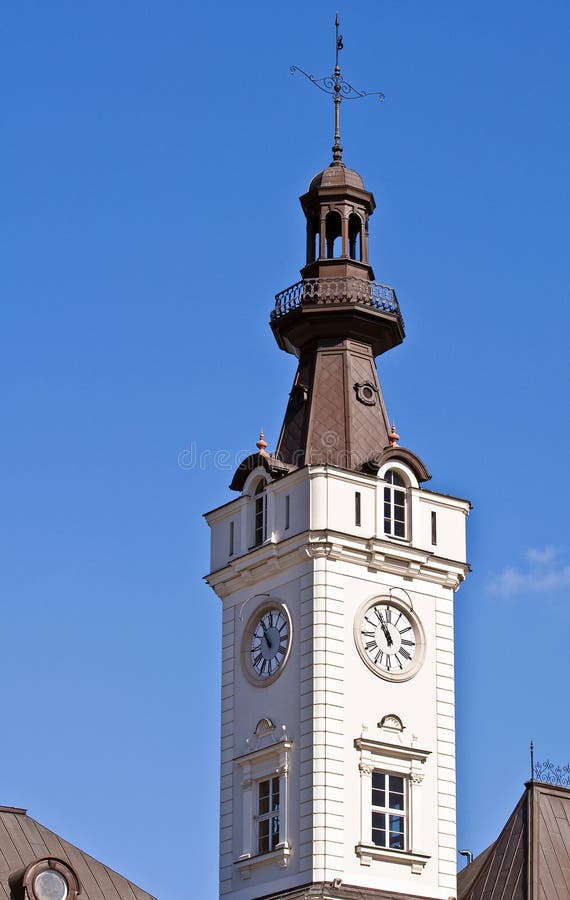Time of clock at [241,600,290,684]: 10:55
